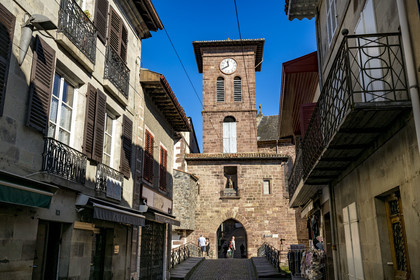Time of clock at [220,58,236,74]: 11:40
